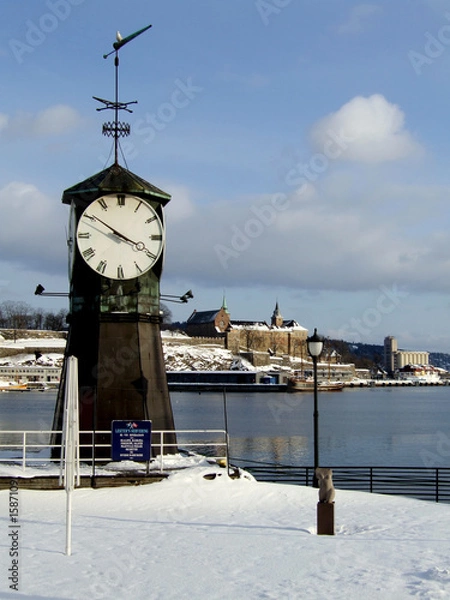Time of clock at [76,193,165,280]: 3:50
